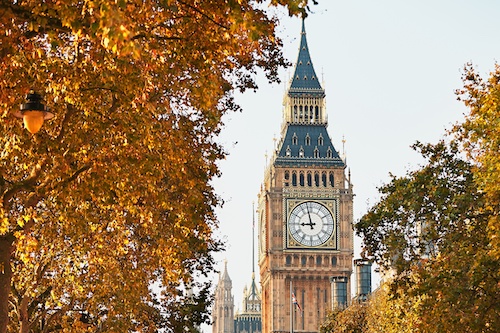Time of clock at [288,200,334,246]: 8:57
